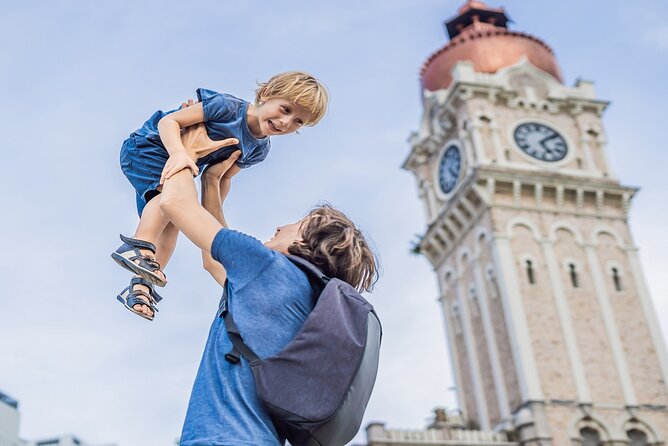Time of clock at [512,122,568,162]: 5:08
